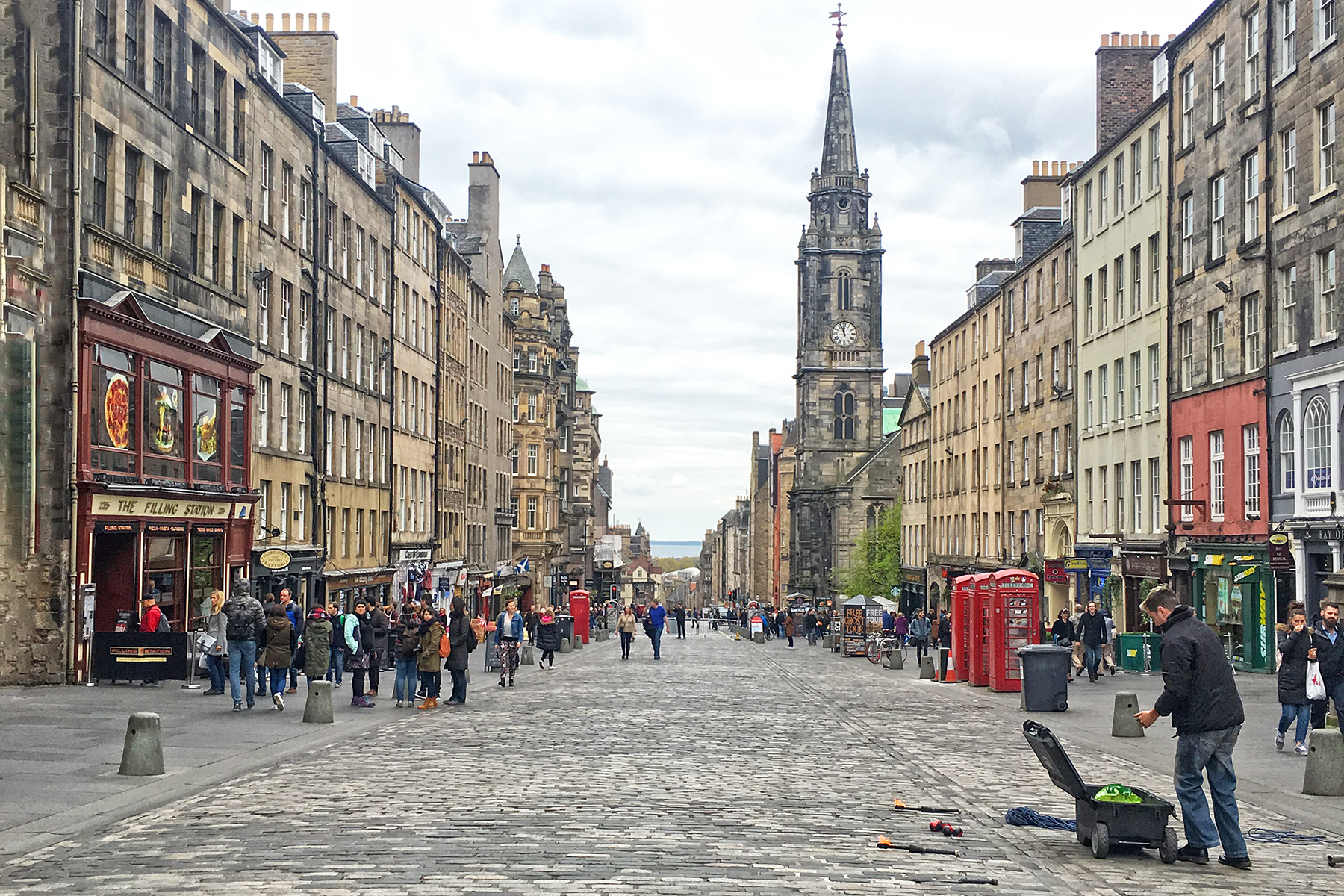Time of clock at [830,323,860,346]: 11:56
